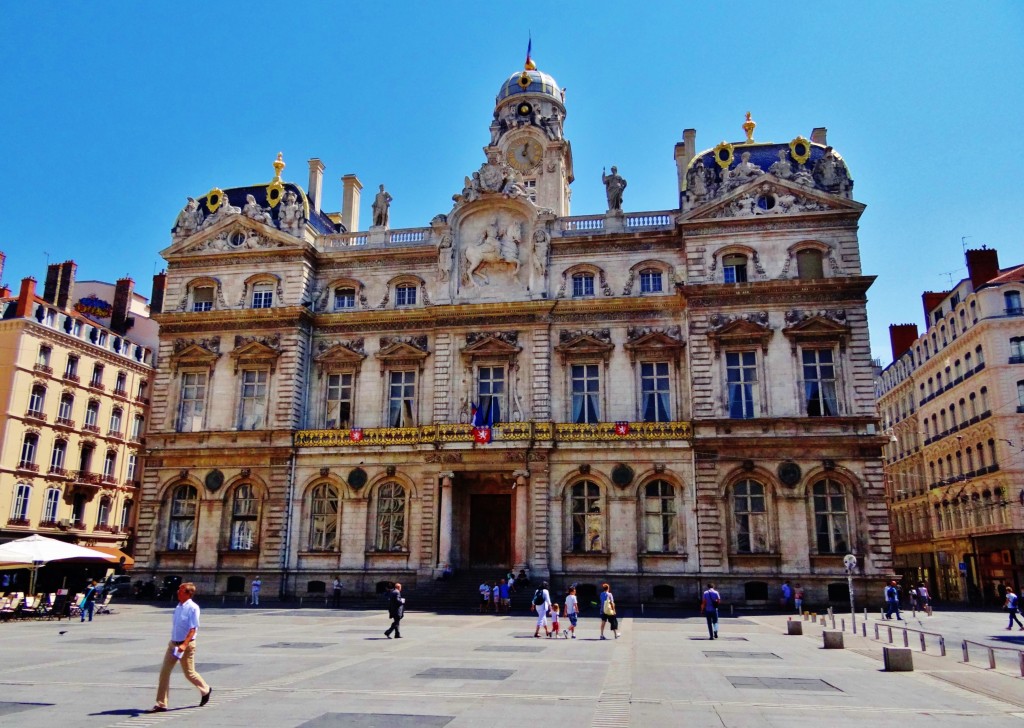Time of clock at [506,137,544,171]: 12:23
